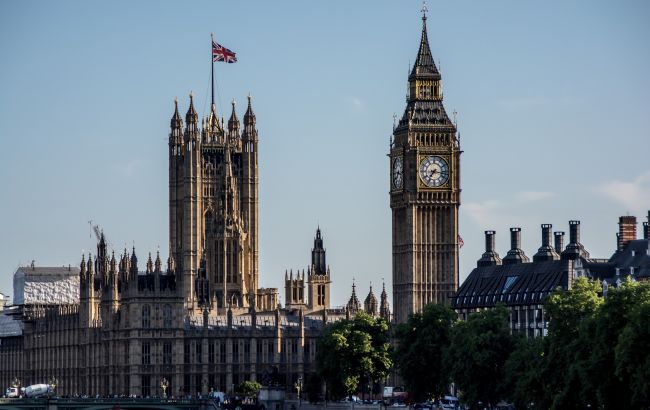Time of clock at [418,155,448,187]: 7:16
